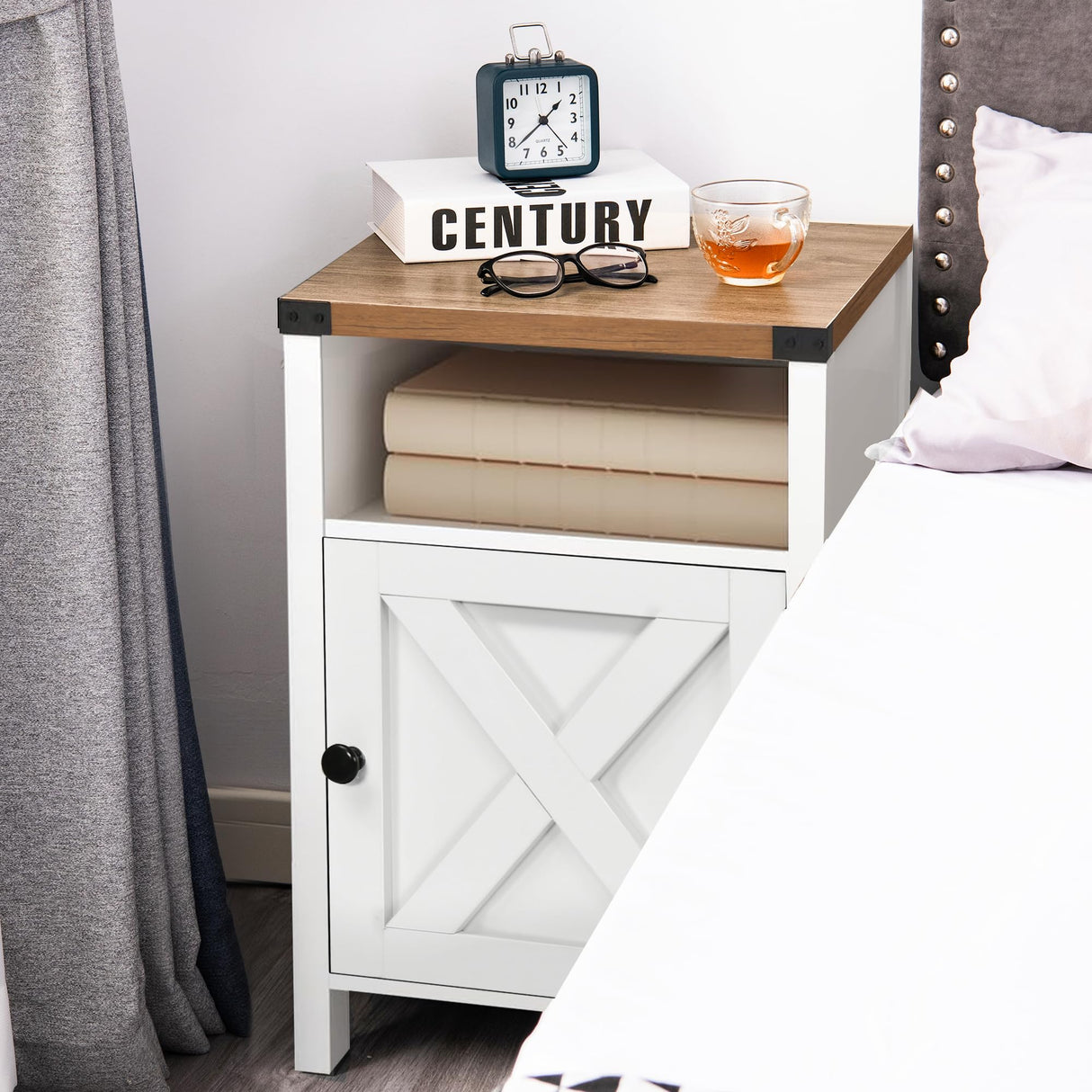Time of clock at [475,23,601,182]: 1:38
